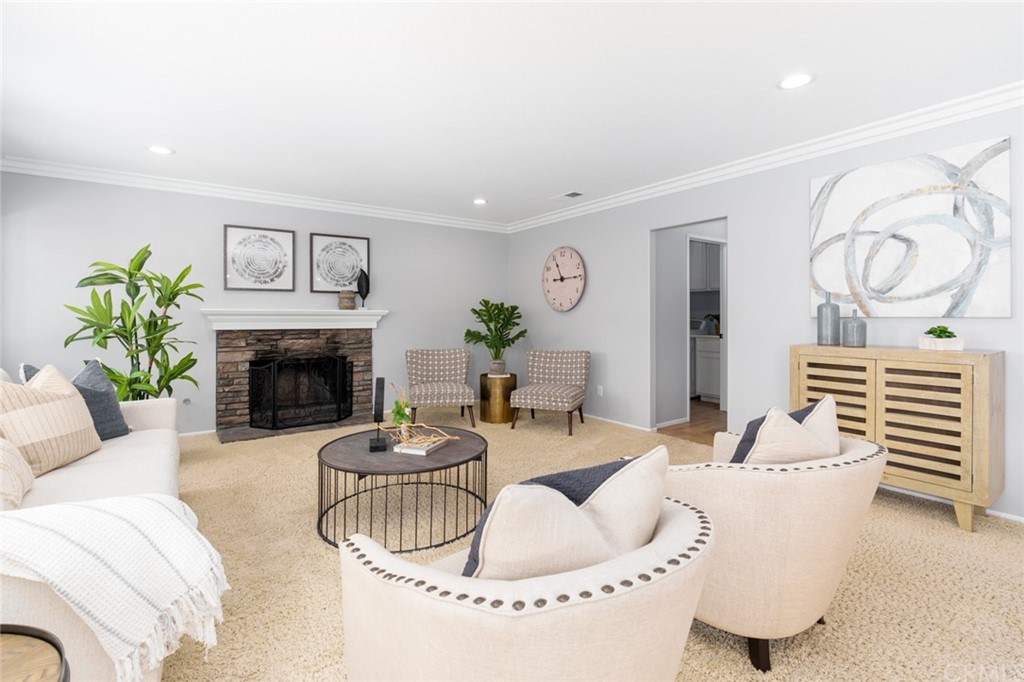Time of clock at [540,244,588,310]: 11:14
